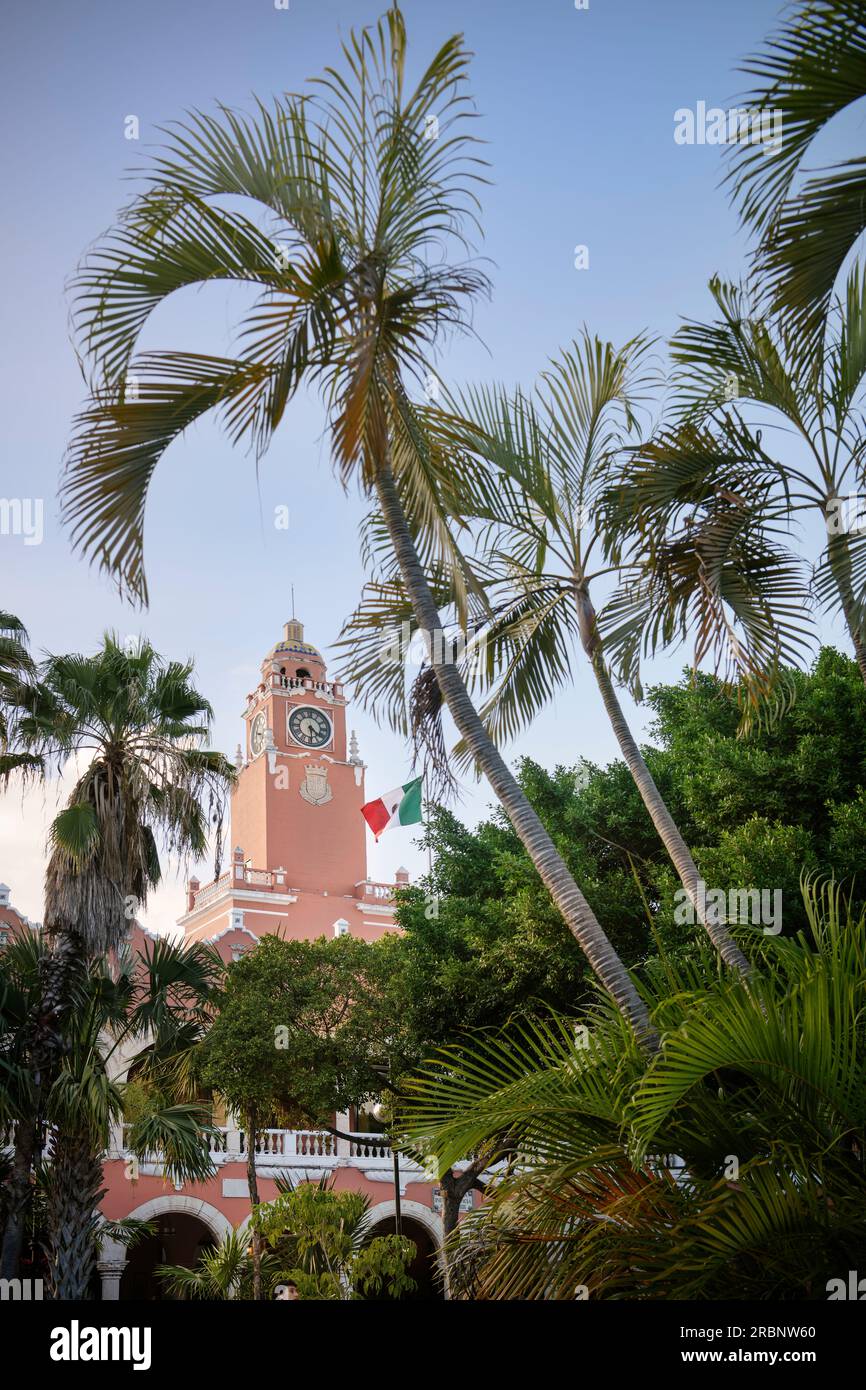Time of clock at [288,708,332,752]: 4:29
